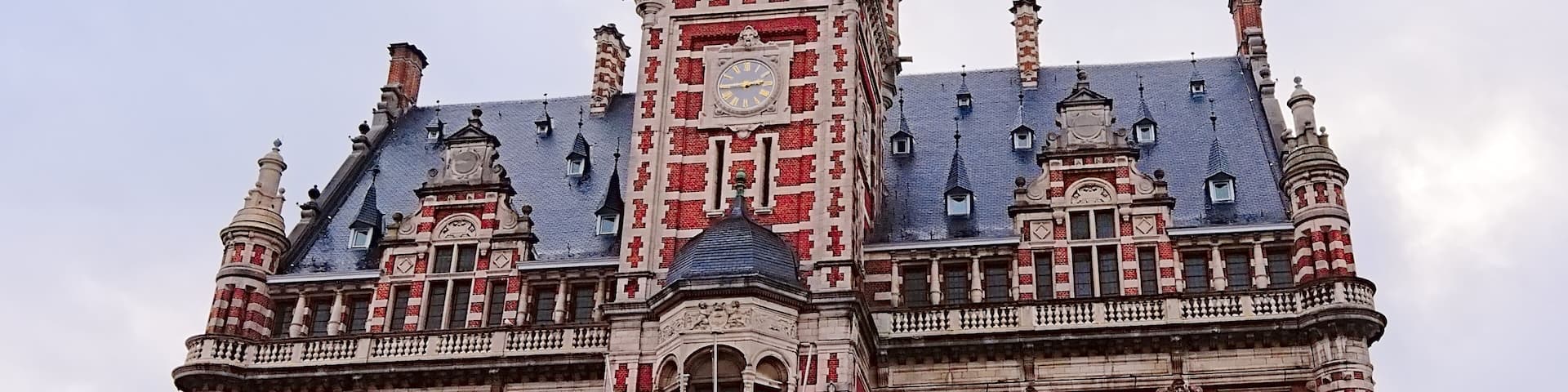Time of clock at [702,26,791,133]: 2:44
